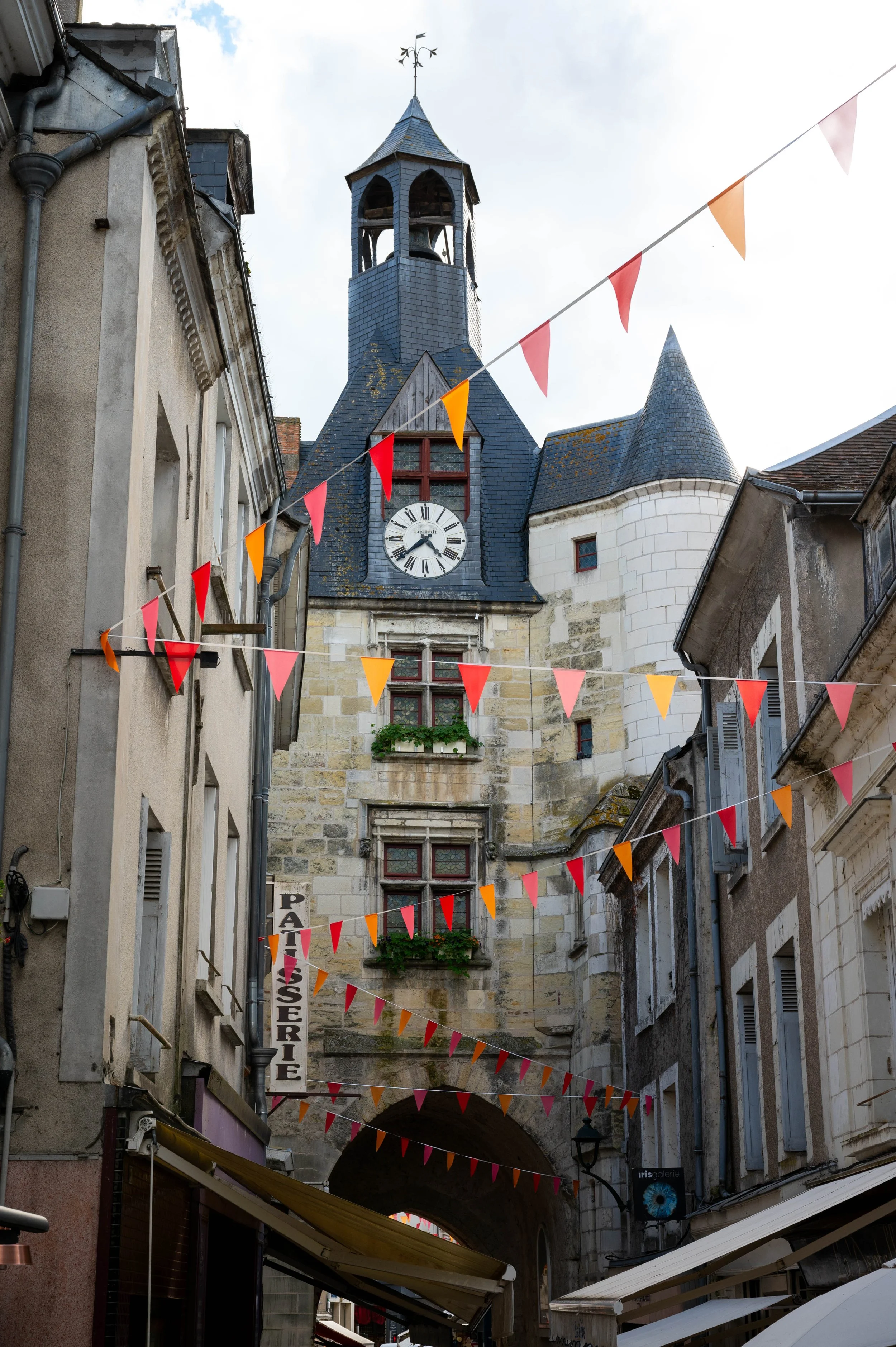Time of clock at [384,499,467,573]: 4:37
